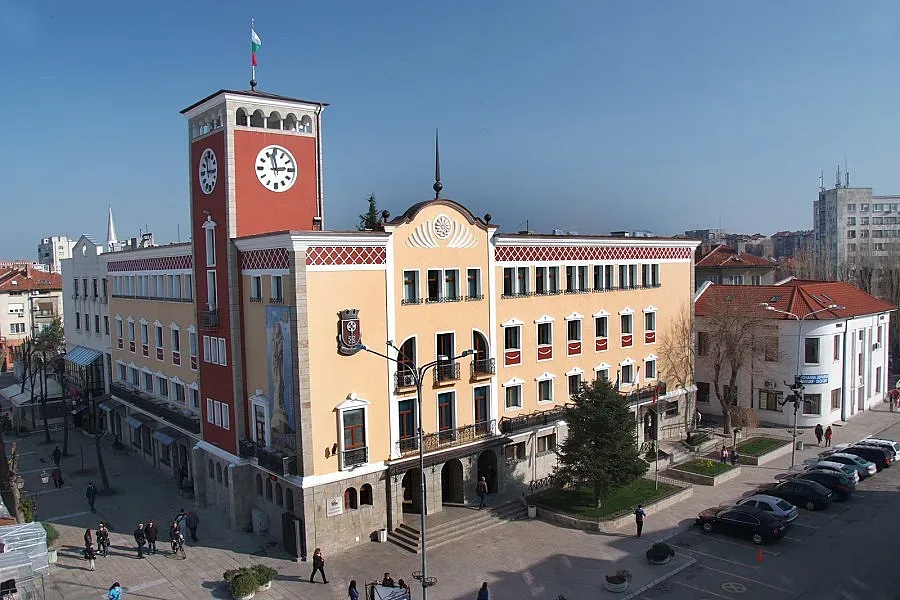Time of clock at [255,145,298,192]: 2:58
